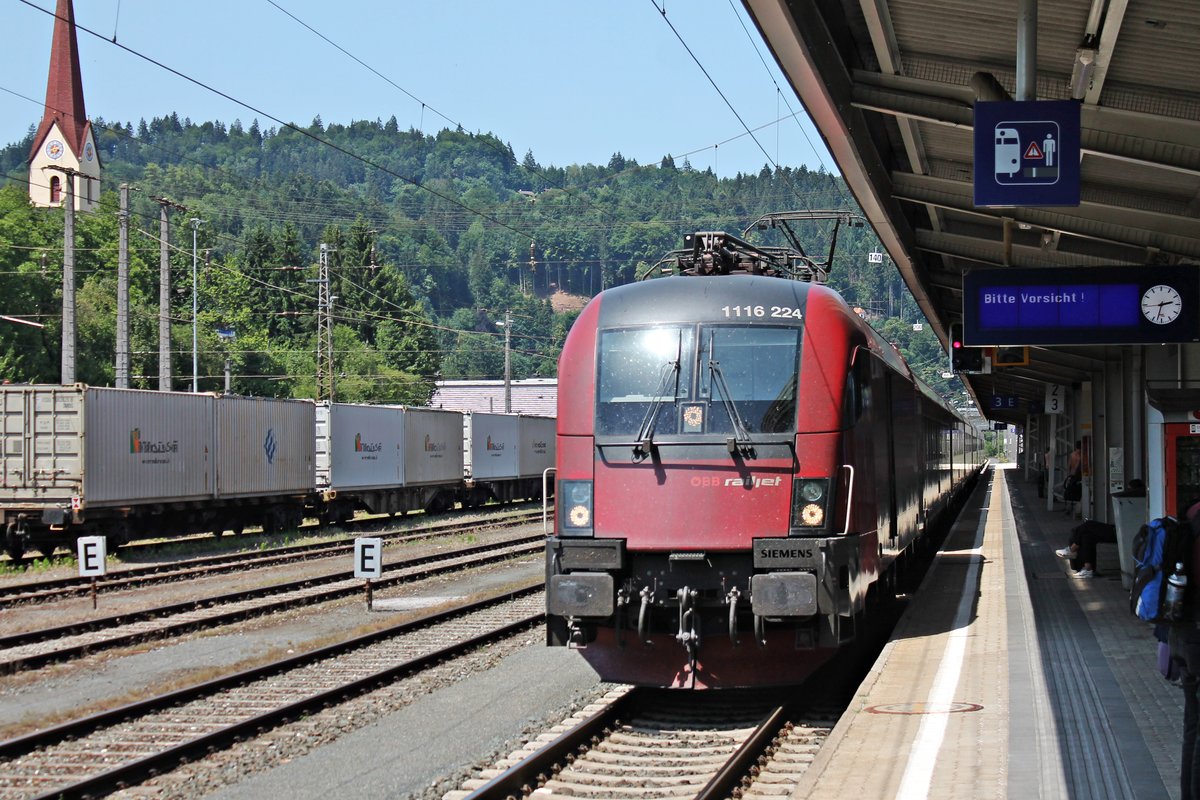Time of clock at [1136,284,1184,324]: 2:32
